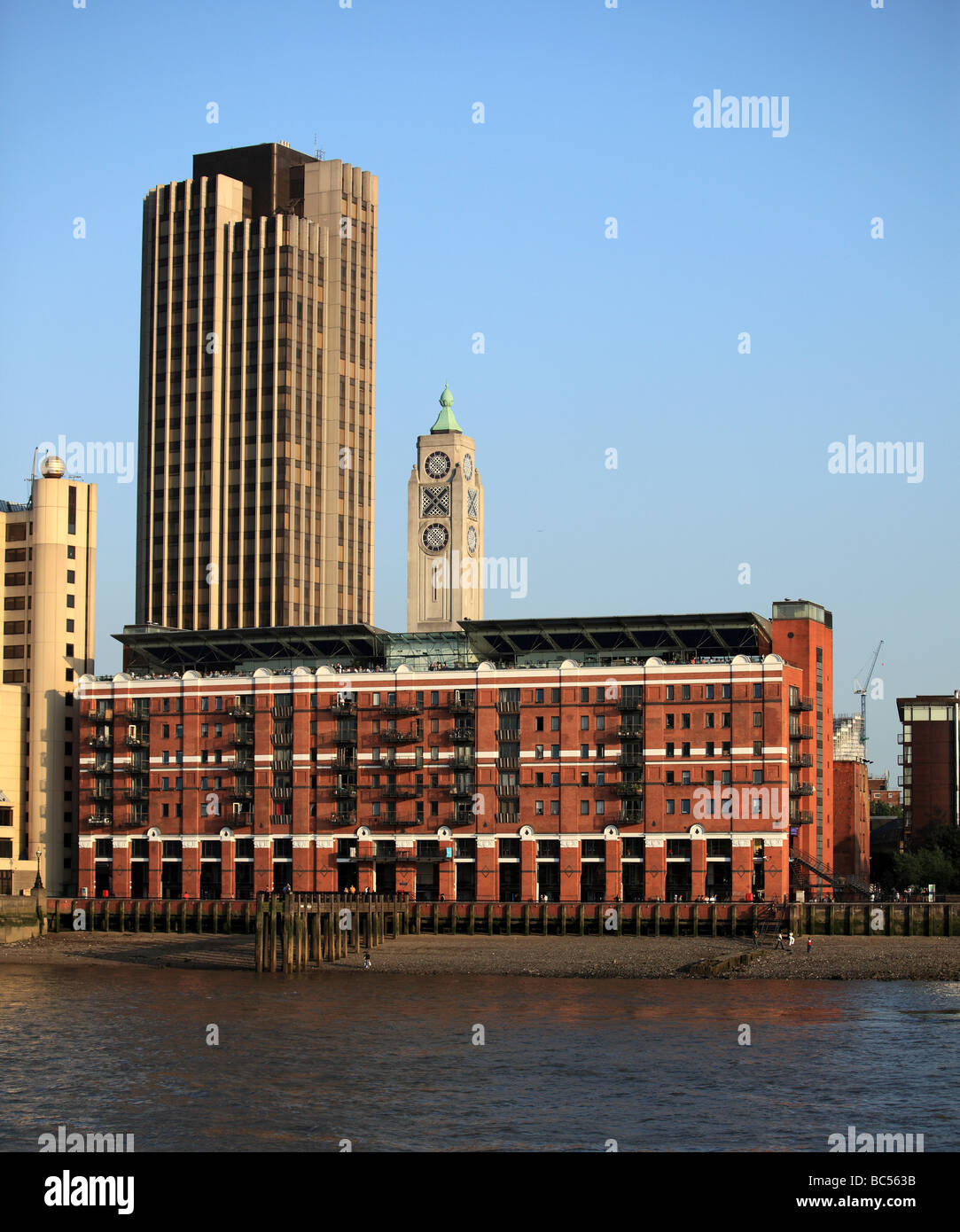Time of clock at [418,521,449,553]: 10:22
